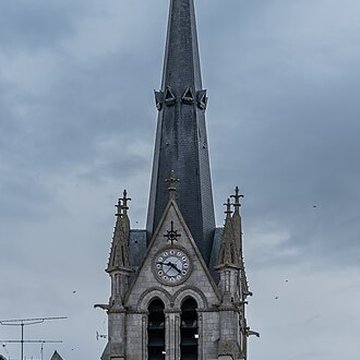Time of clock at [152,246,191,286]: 9:22
